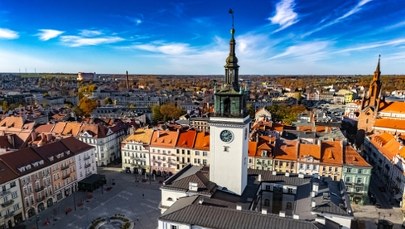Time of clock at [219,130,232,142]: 1:43
